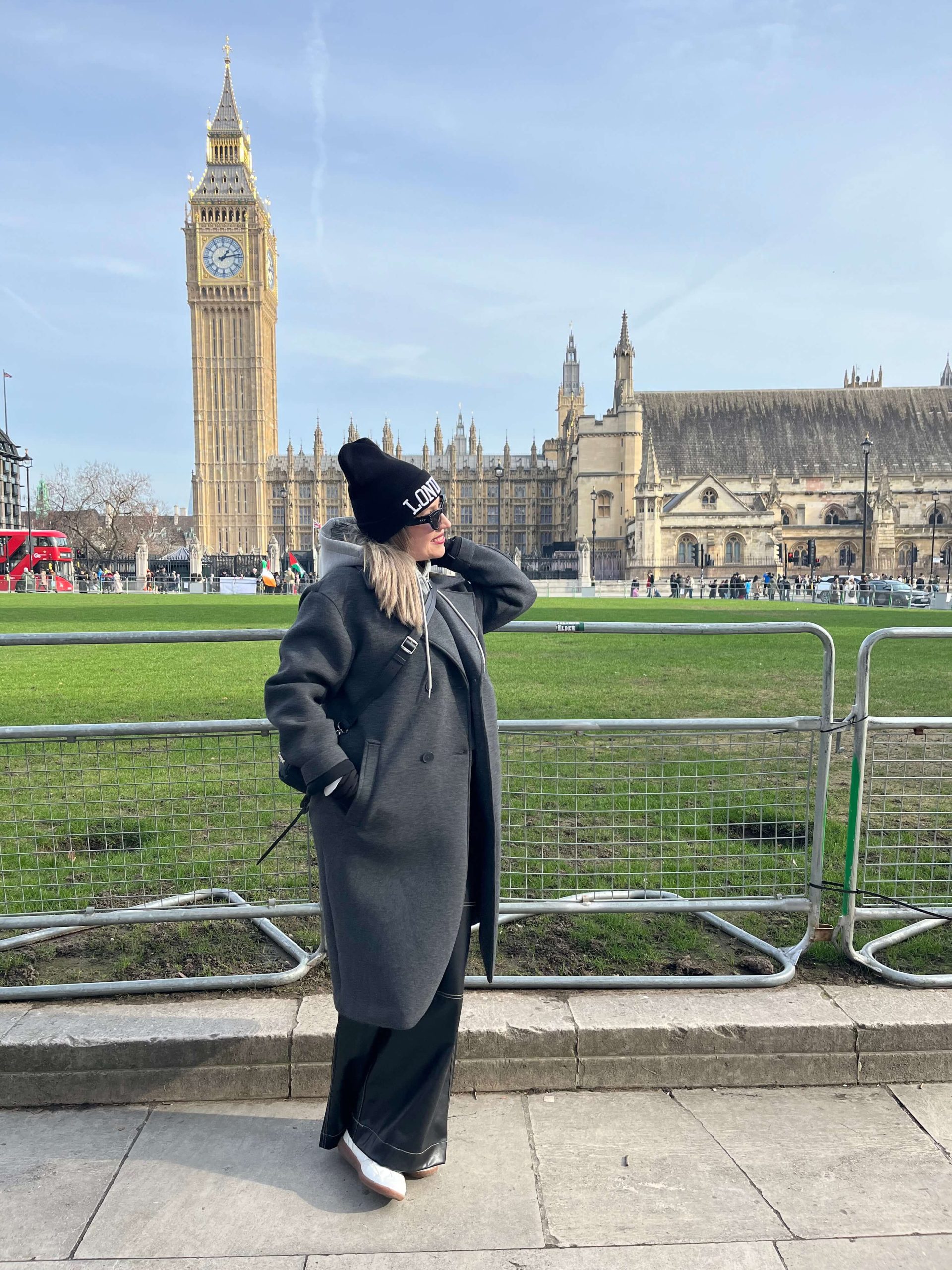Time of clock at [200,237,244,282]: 1:13
